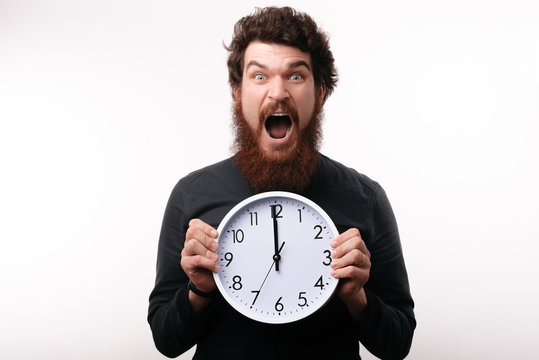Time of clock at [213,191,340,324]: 11:59
